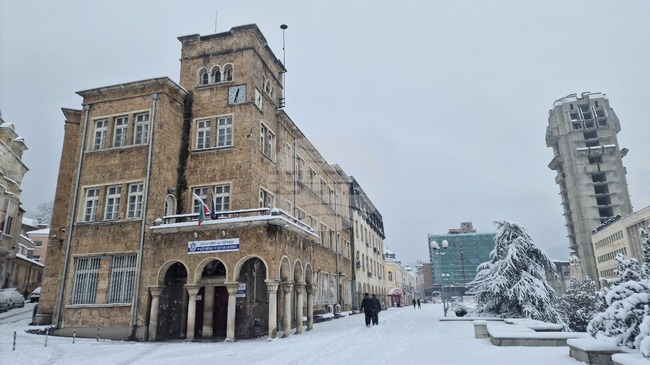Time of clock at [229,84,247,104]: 12:32
